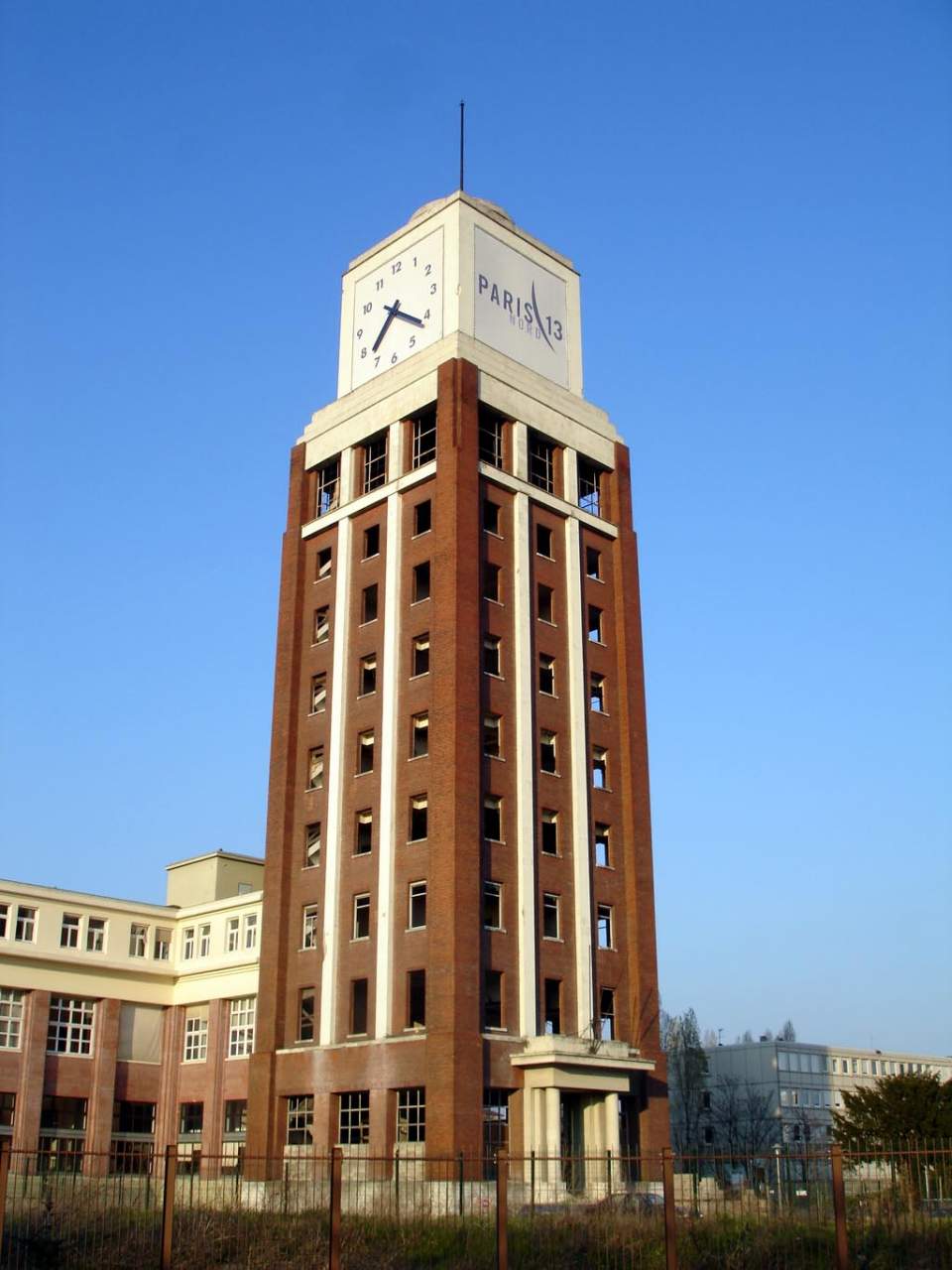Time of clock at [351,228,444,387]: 7:21
